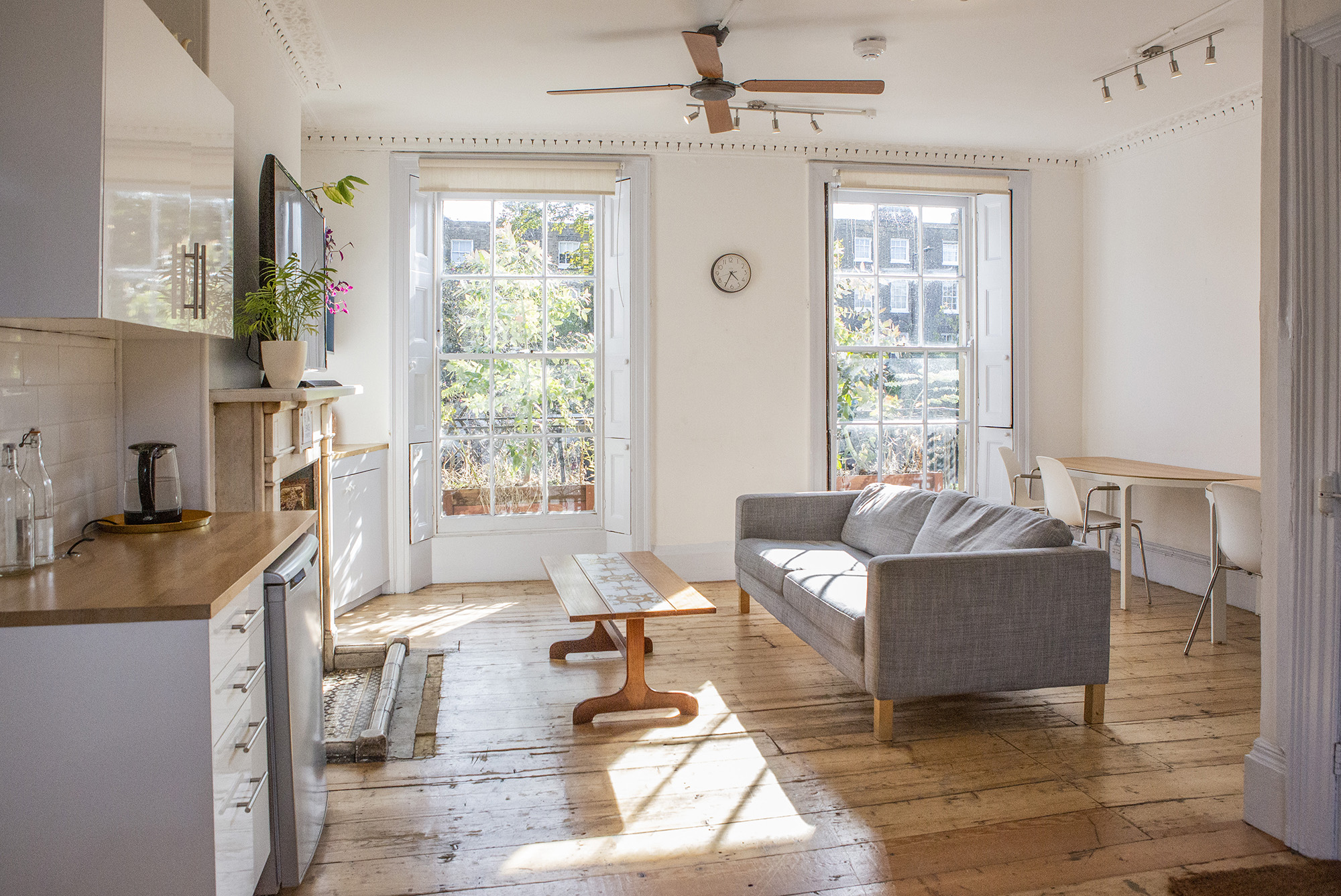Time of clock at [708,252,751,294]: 4:34
